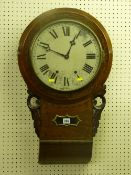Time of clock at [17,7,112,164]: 12:48
